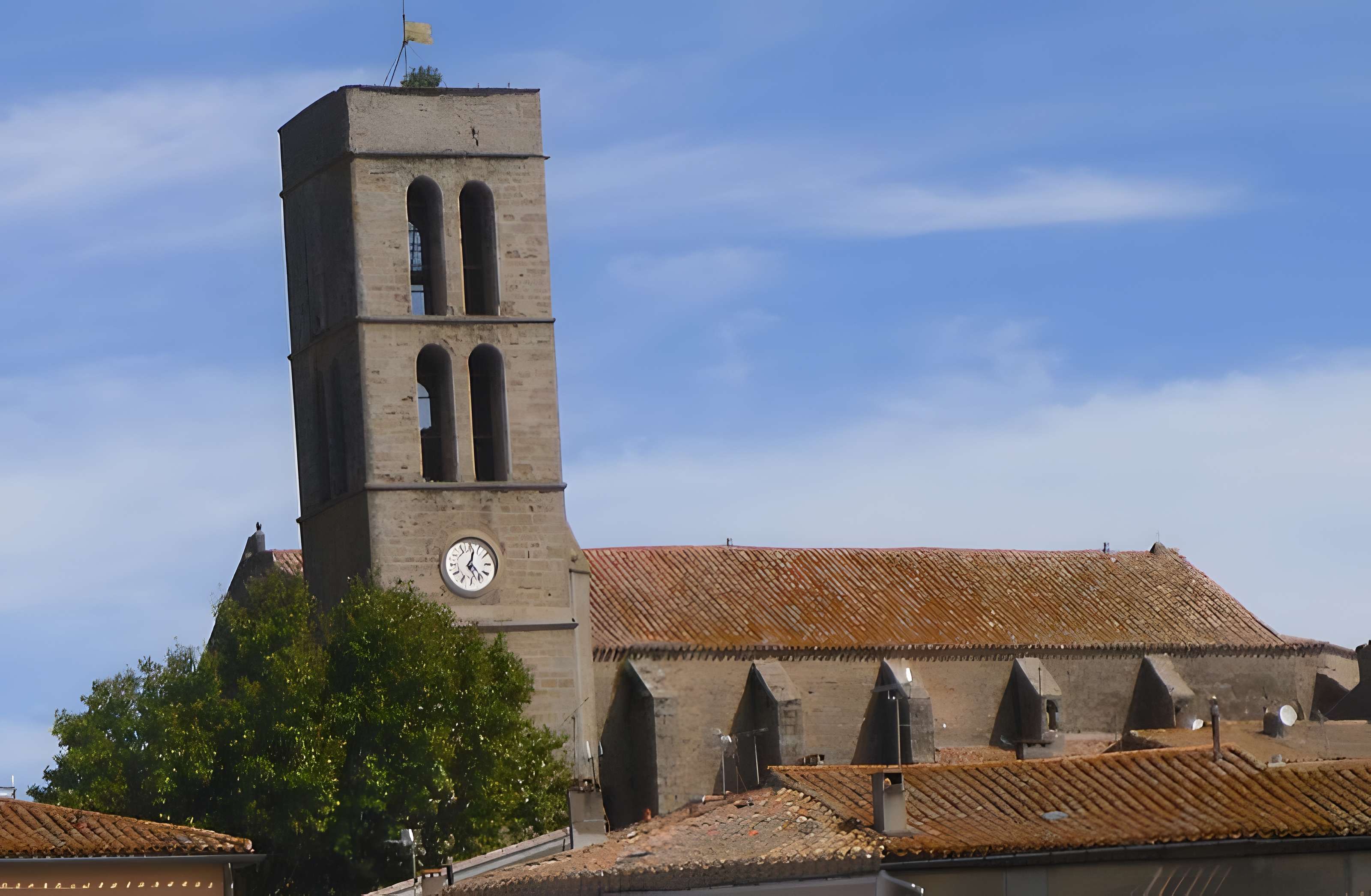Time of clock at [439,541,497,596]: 12:23
